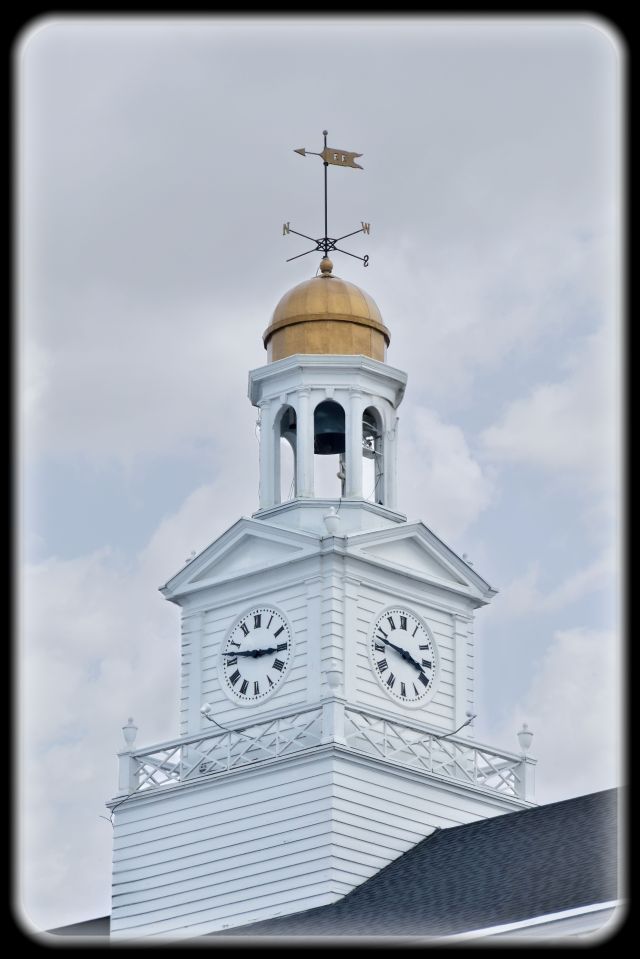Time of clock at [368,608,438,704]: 3:47
